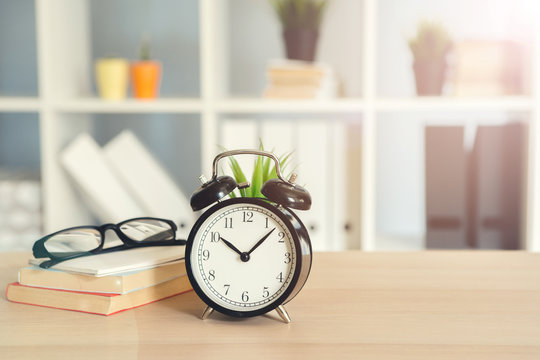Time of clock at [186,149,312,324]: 10:07
